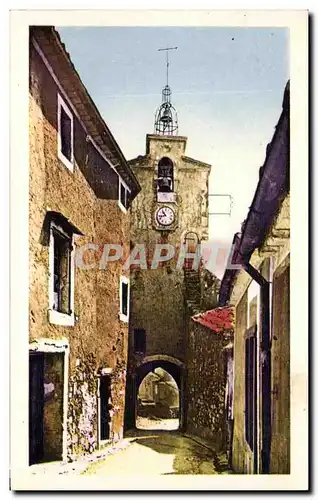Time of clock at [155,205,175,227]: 10:42
